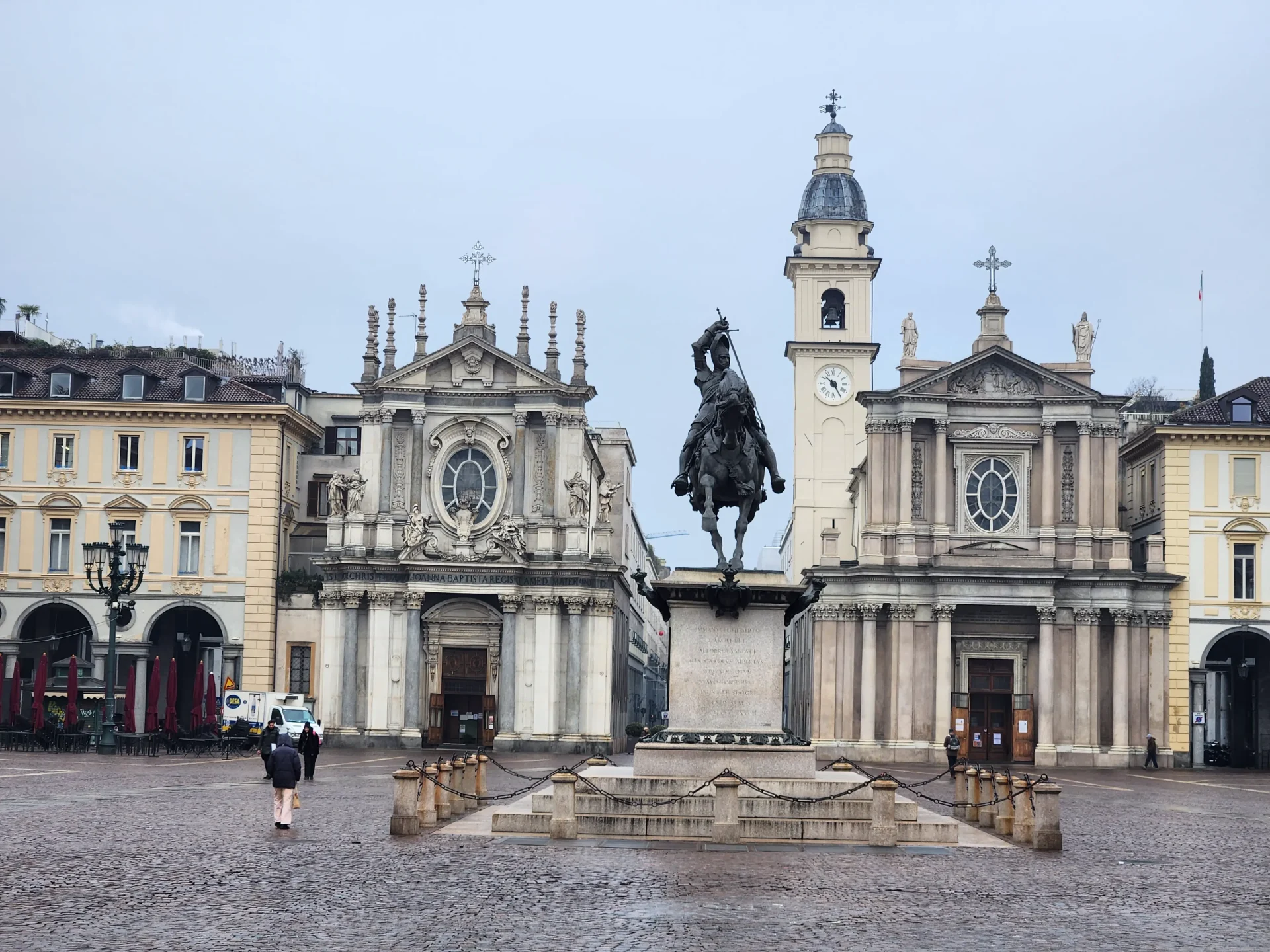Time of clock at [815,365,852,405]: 10:24
